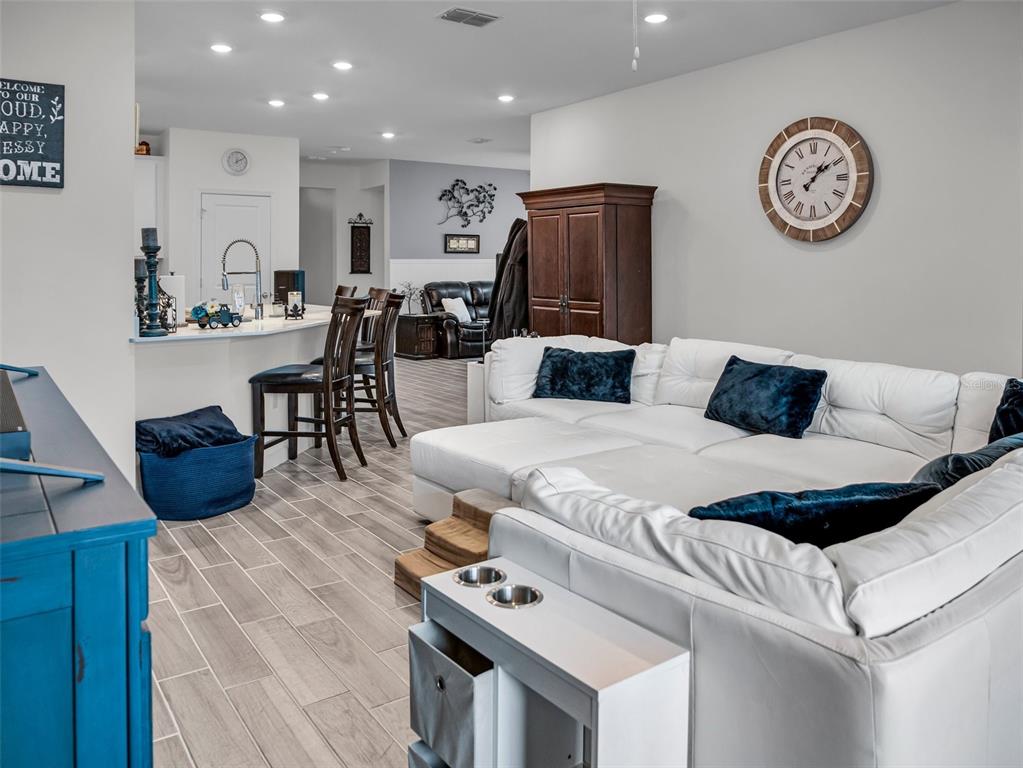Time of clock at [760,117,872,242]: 1:09
